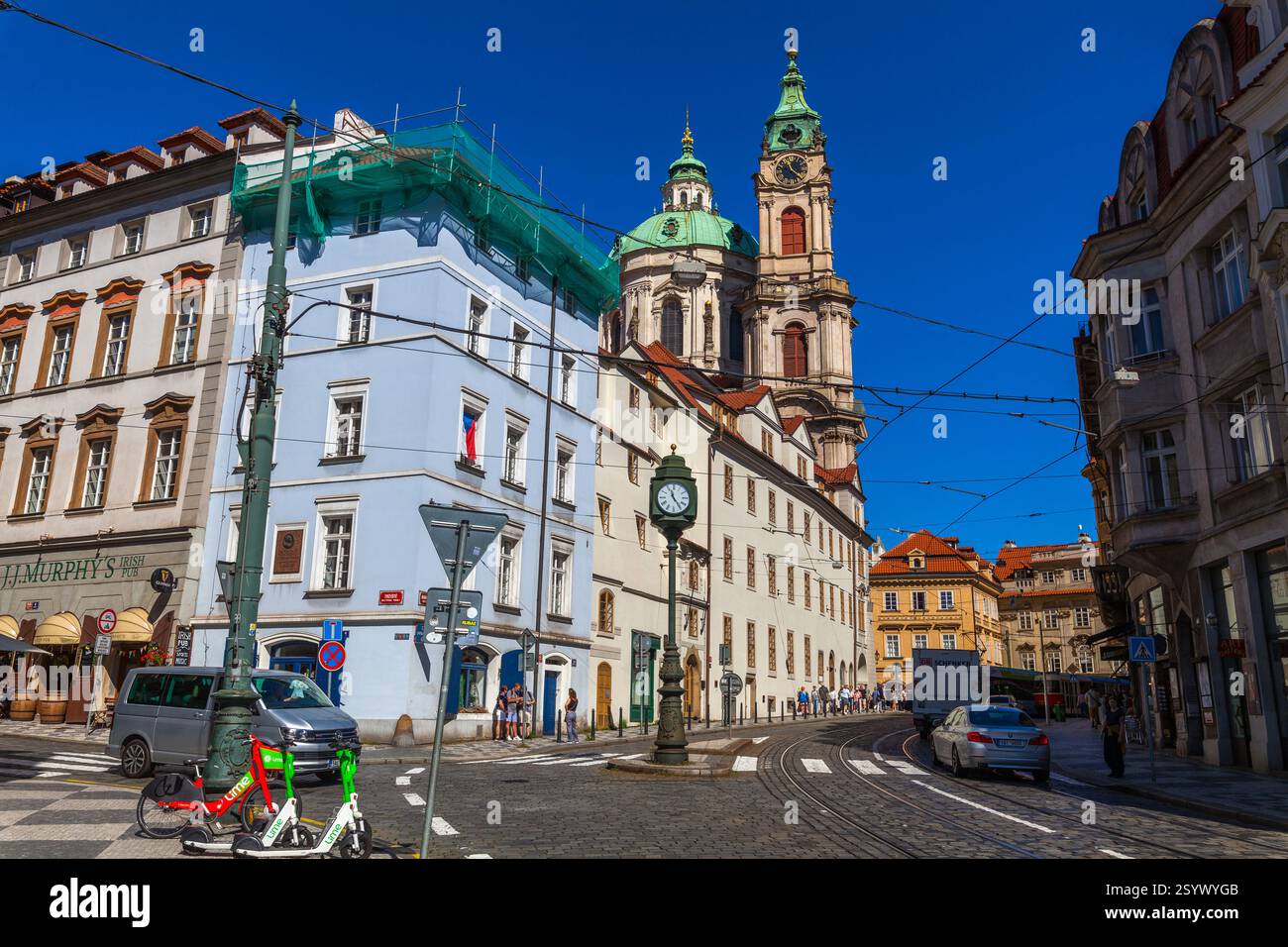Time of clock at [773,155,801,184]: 11:21
